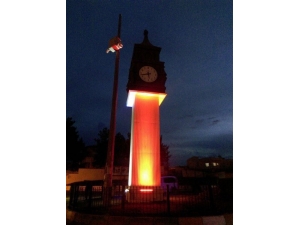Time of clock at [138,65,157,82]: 5:42
